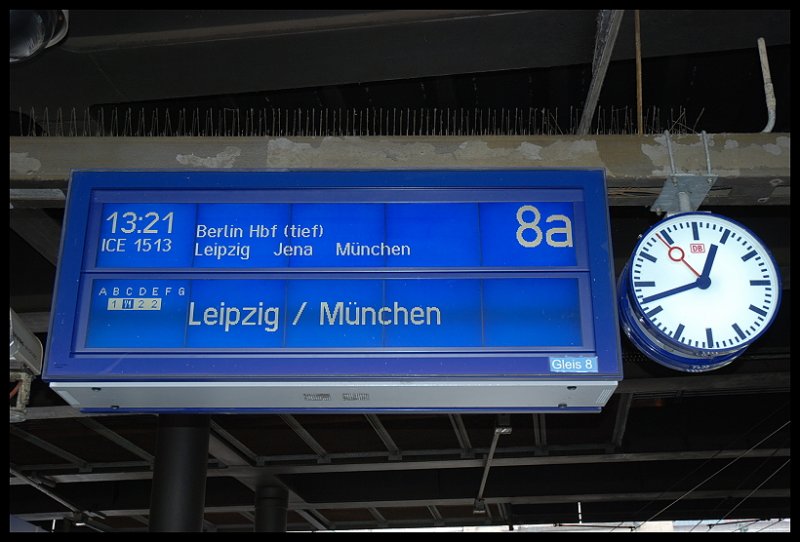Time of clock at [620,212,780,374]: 12:42
